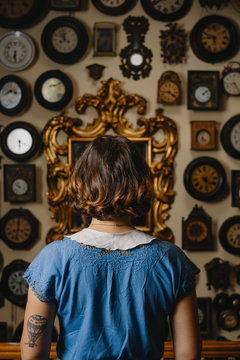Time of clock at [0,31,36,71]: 6:28
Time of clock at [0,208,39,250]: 12:32
